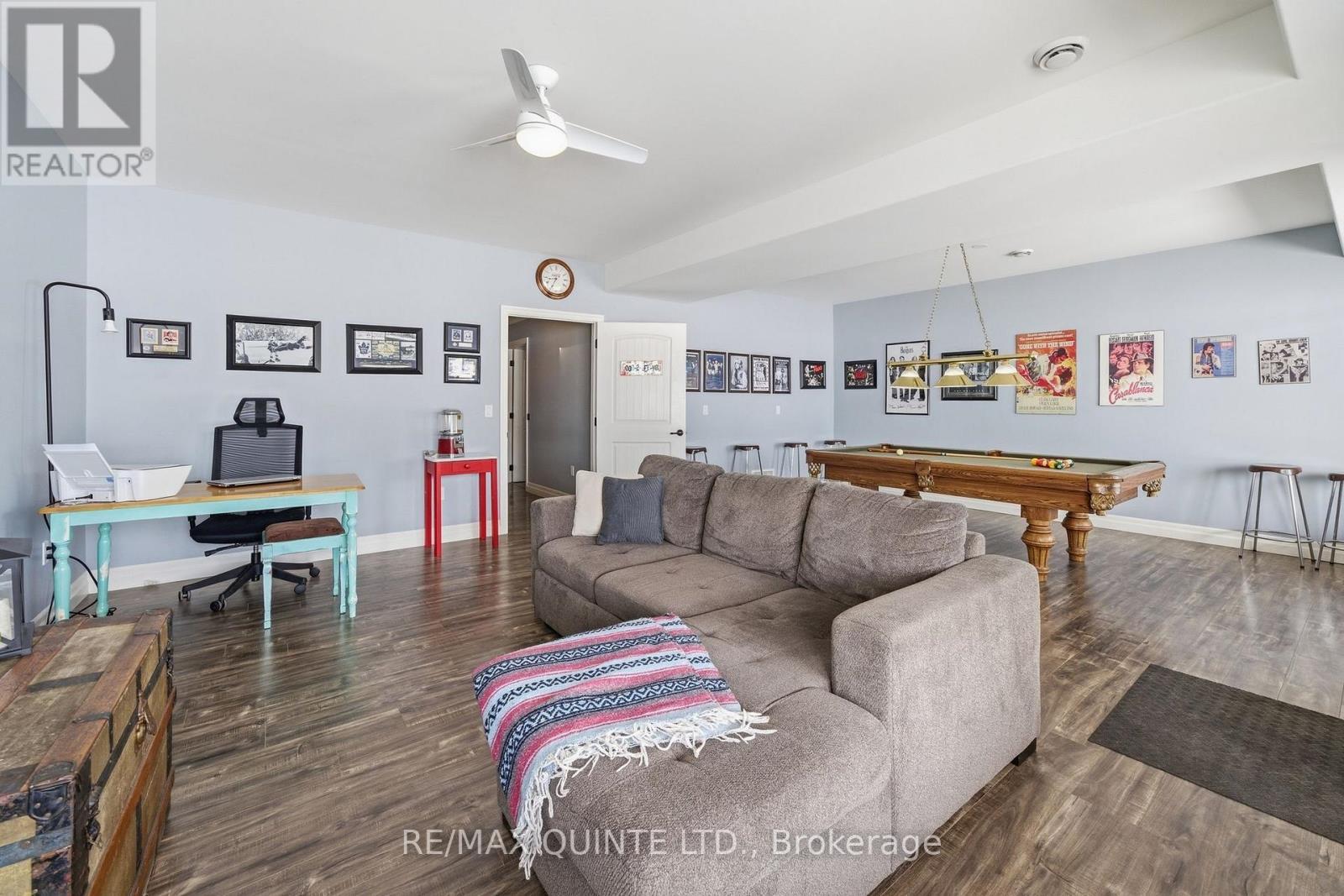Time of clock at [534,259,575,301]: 8:34
